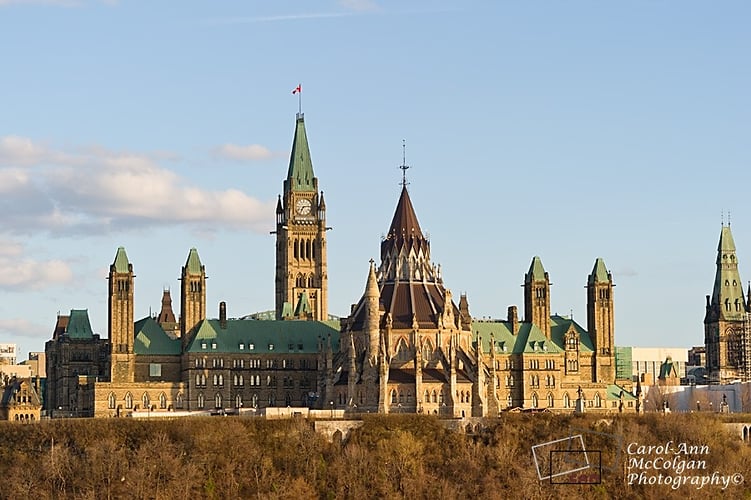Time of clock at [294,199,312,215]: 7:13
